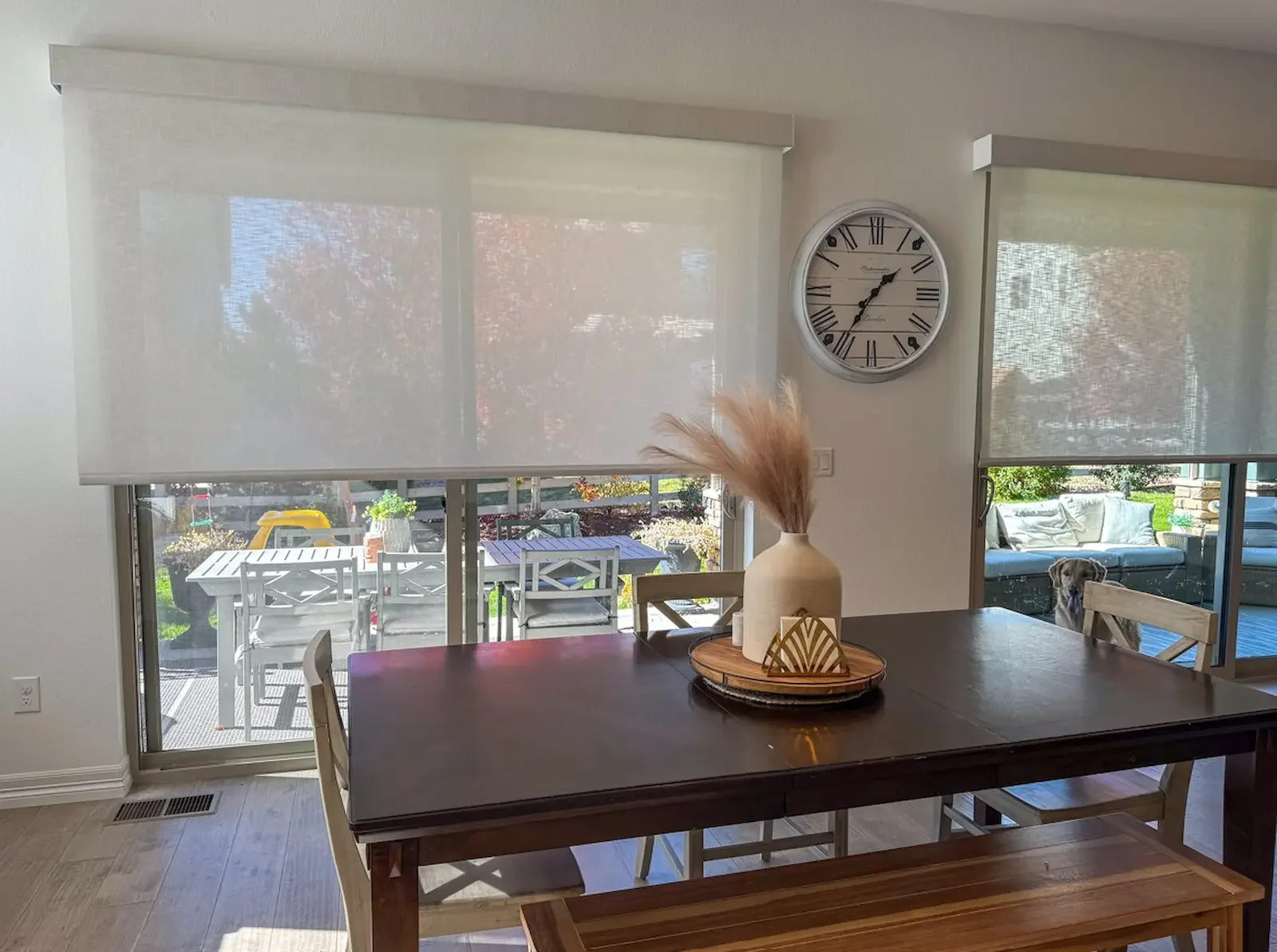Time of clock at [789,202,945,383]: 1:35
